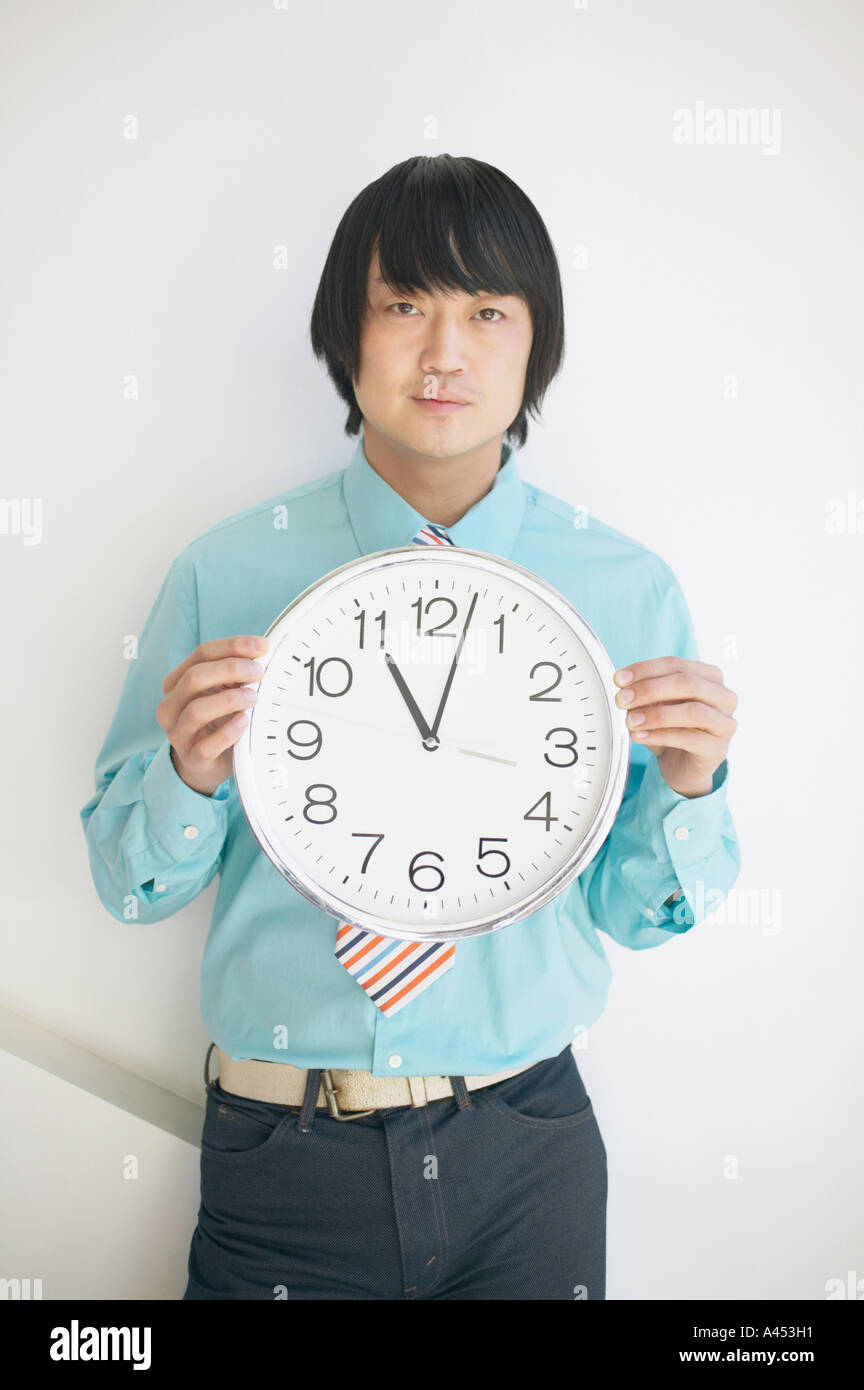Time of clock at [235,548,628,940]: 11:02
